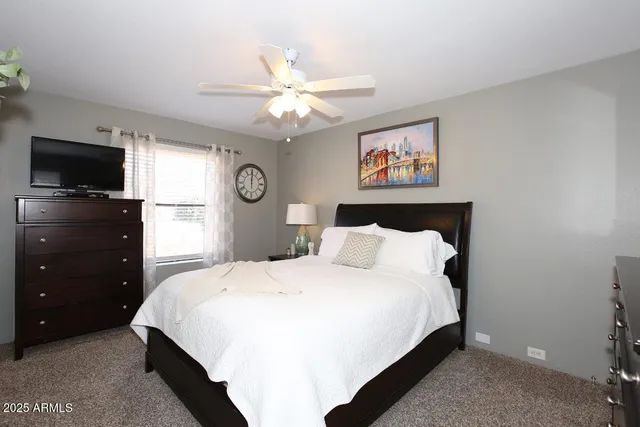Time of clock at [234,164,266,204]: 12:00
